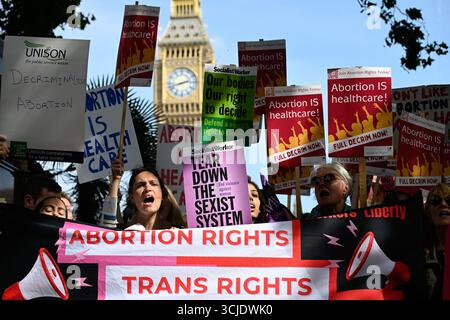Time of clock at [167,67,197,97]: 2:42
